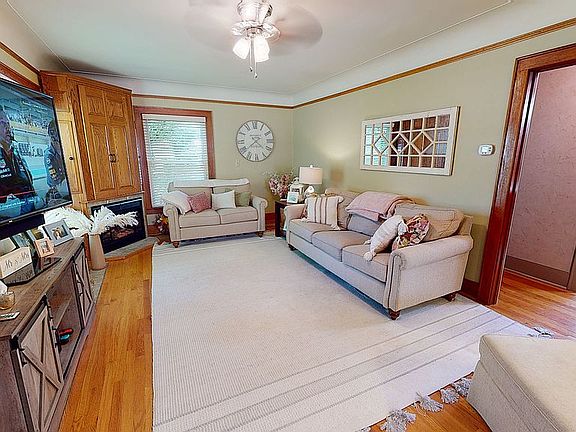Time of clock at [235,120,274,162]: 2:21
